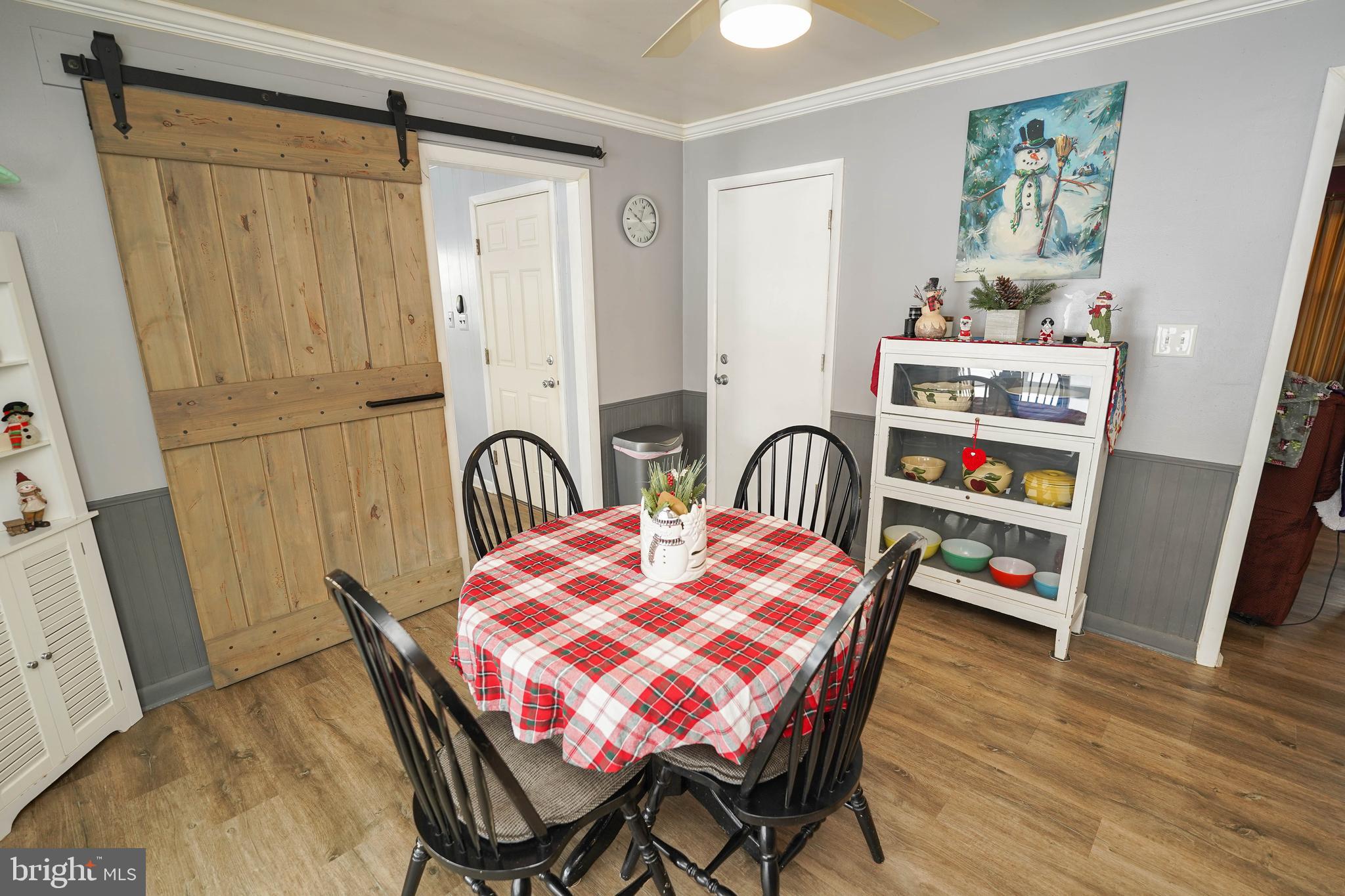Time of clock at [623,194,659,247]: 10:02
